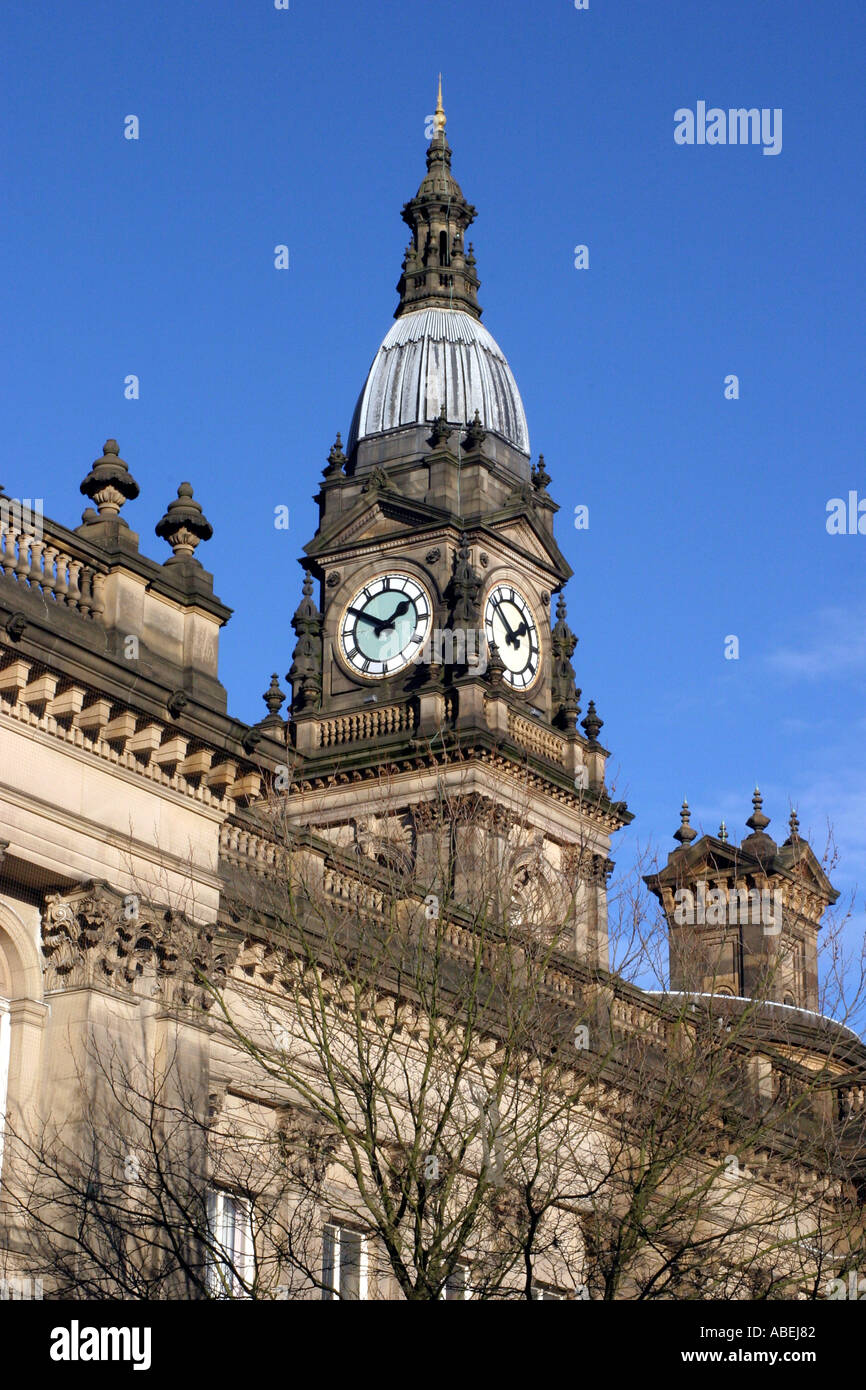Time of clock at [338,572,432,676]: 1:50
